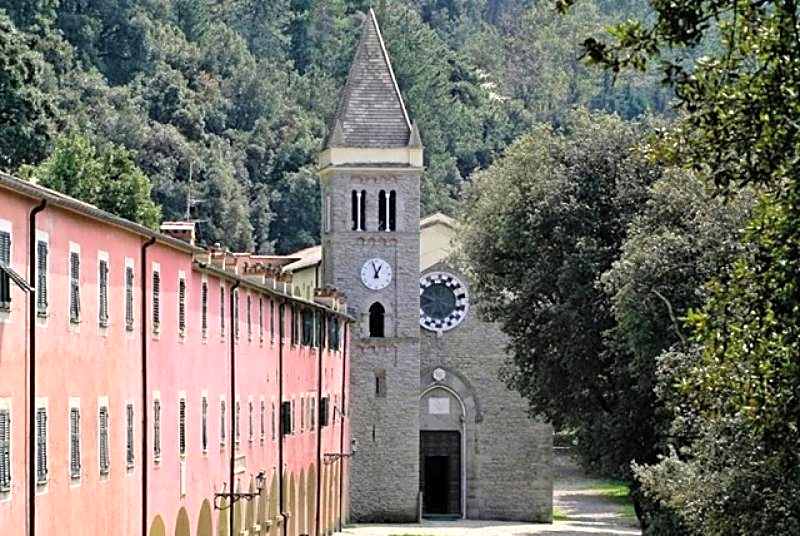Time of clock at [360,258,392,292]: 12:57
